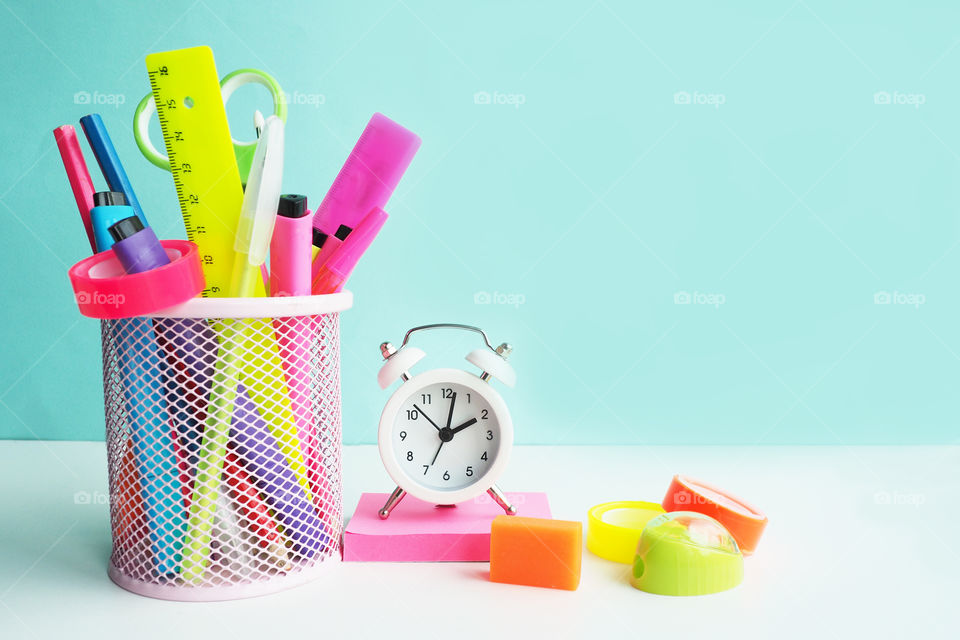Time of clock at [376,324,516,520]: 2:01
